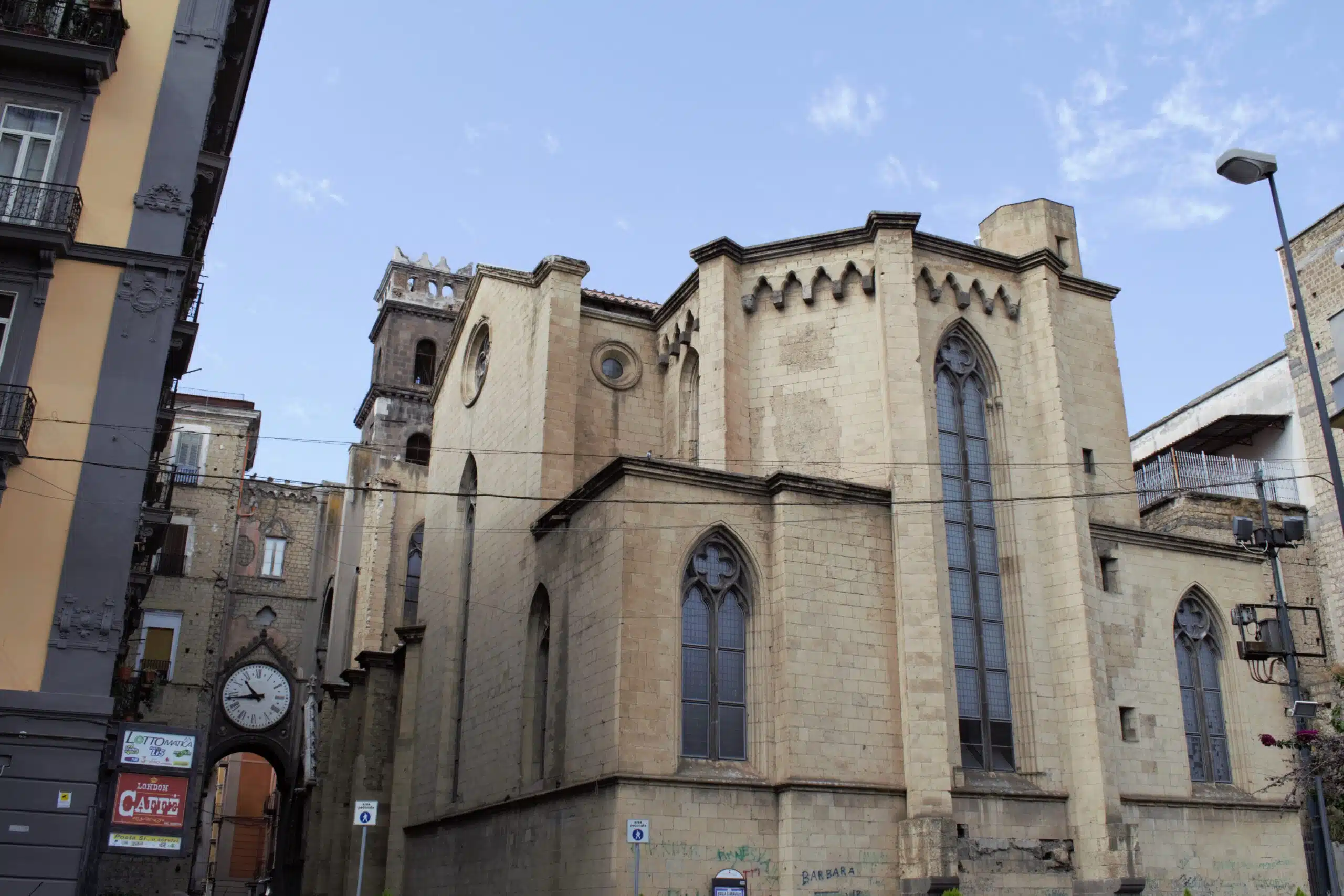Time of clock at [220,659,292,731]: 10:43
